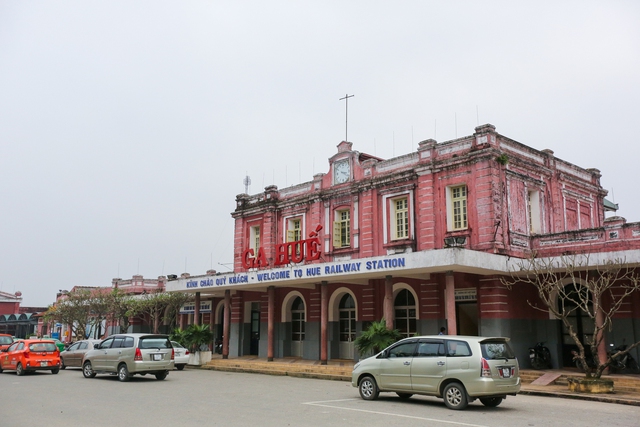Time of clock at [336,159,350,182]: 3:21
